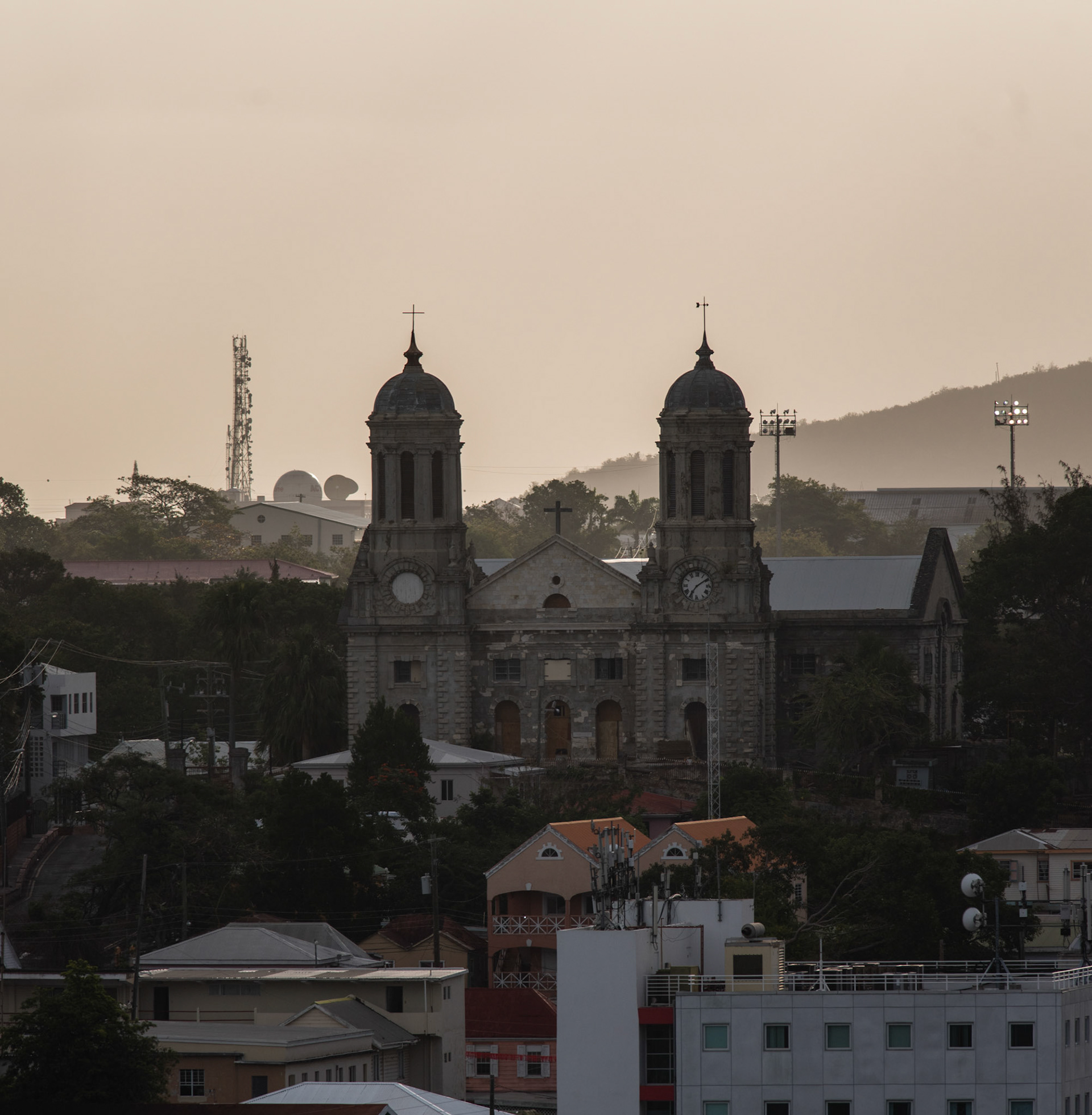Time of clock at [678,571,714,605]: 7:09
